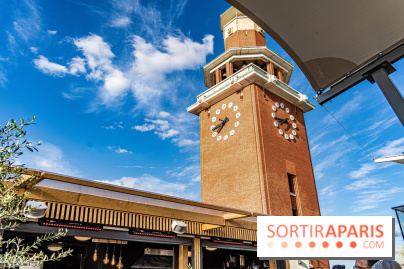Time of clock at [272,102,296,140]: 7:43
